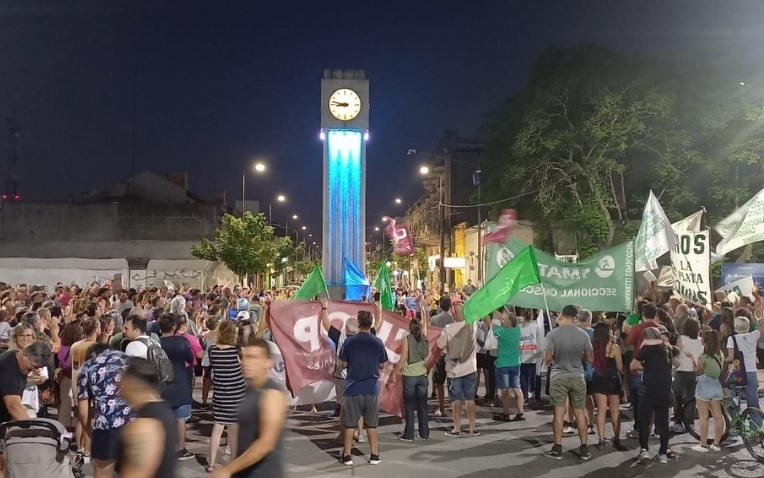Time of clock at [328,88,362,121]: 8:47
